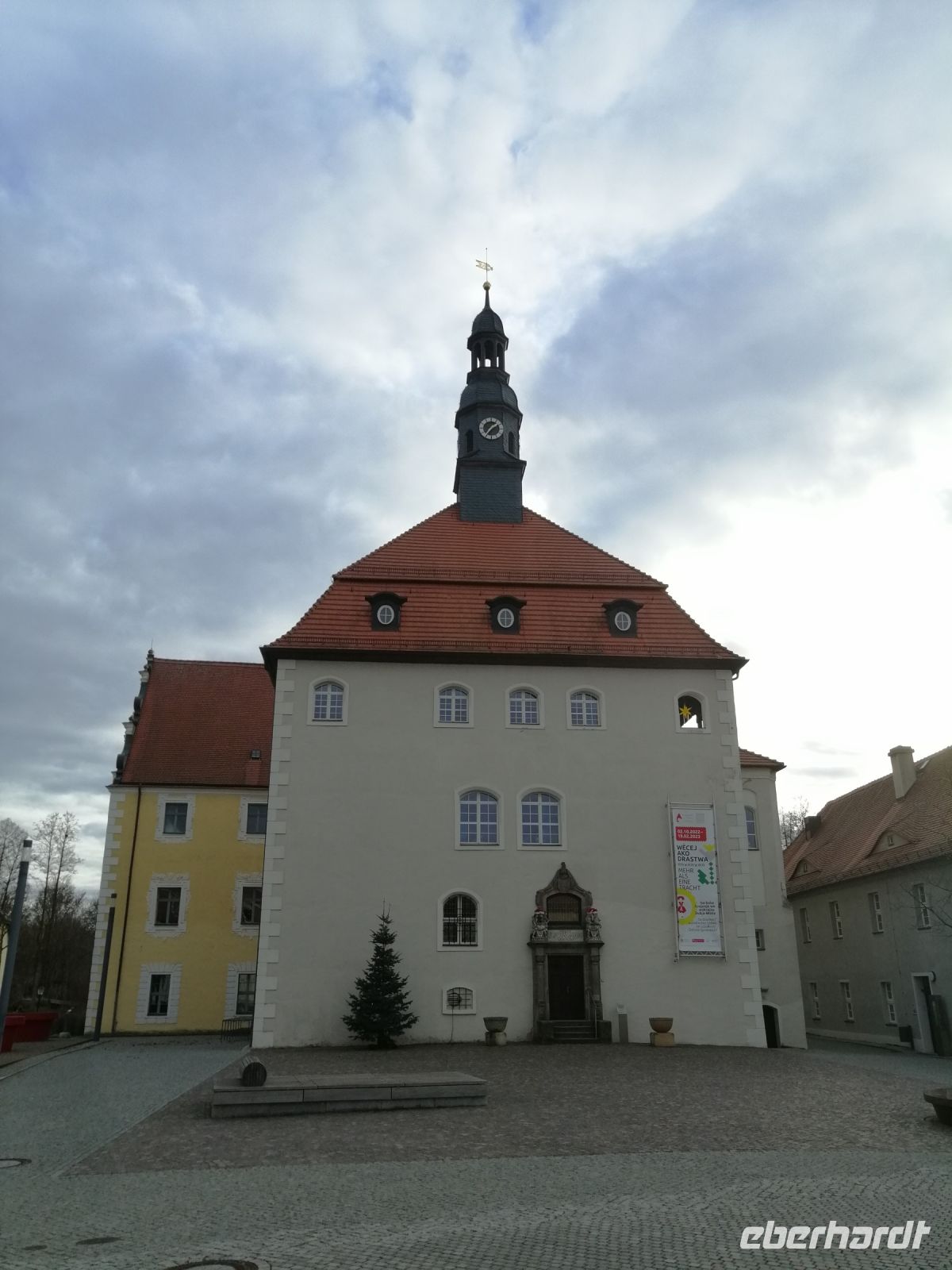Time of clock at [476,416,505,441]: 1:36
